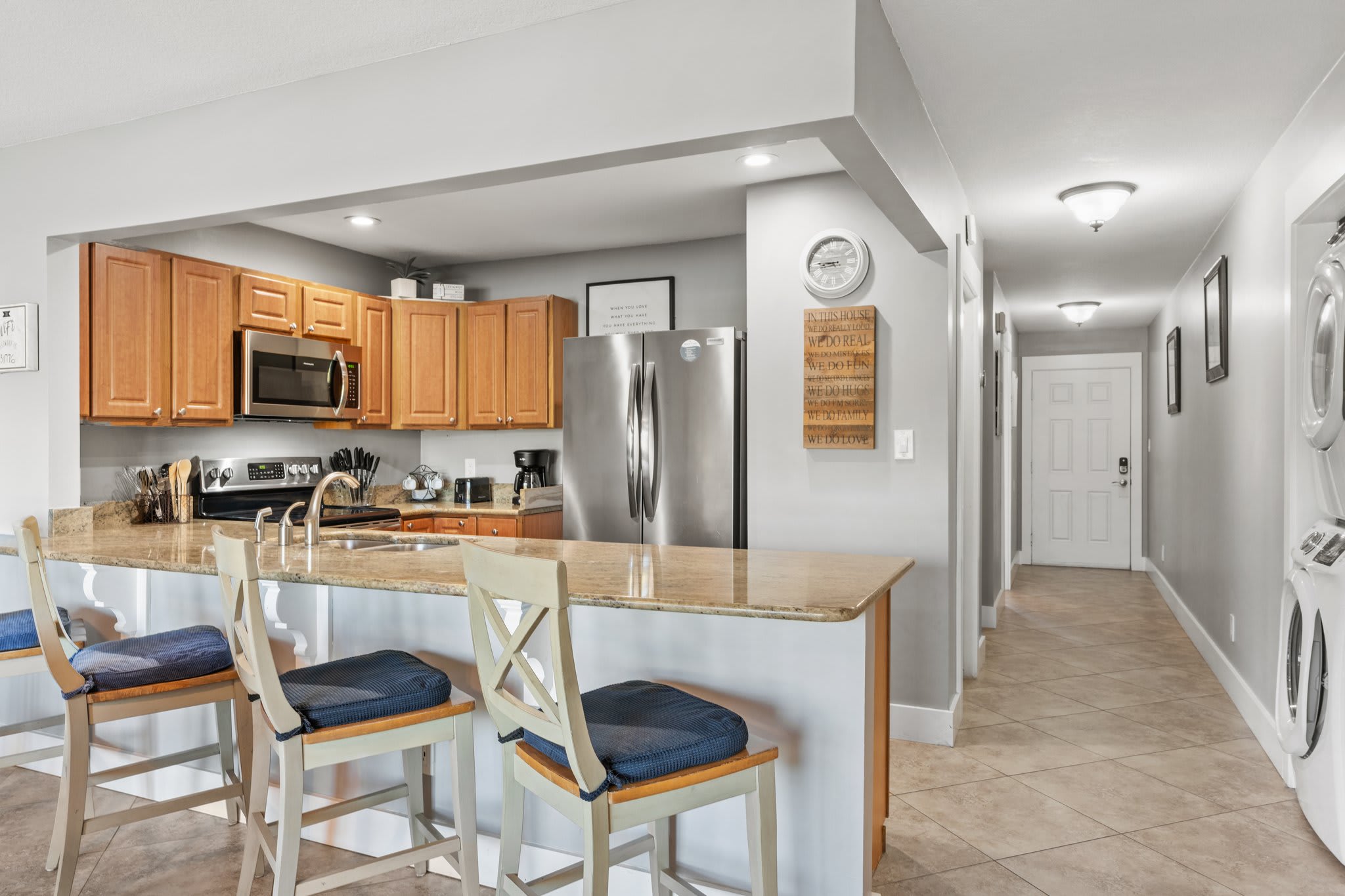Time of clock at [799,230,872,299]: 8:45
